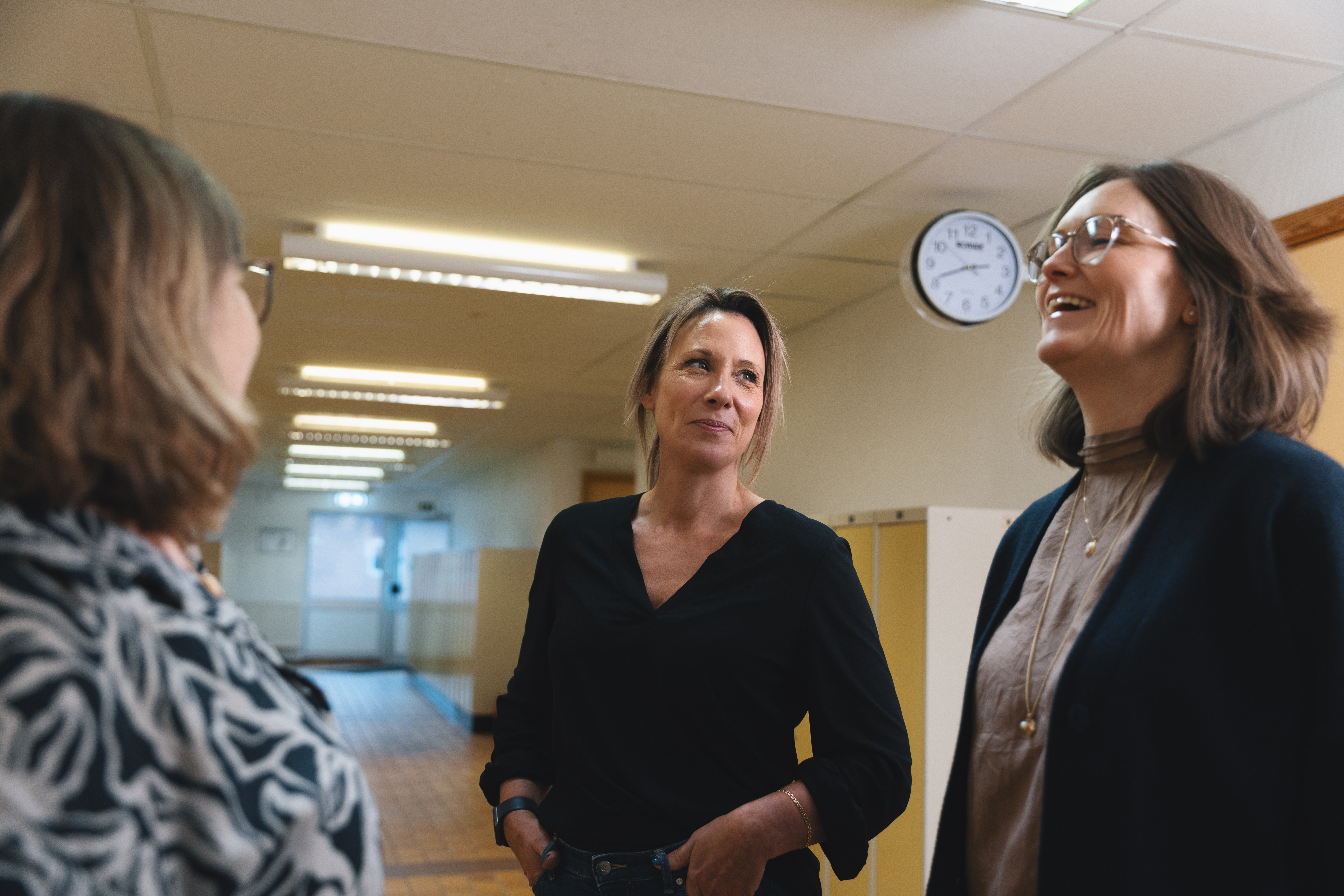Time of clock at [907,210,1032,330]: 2:41
